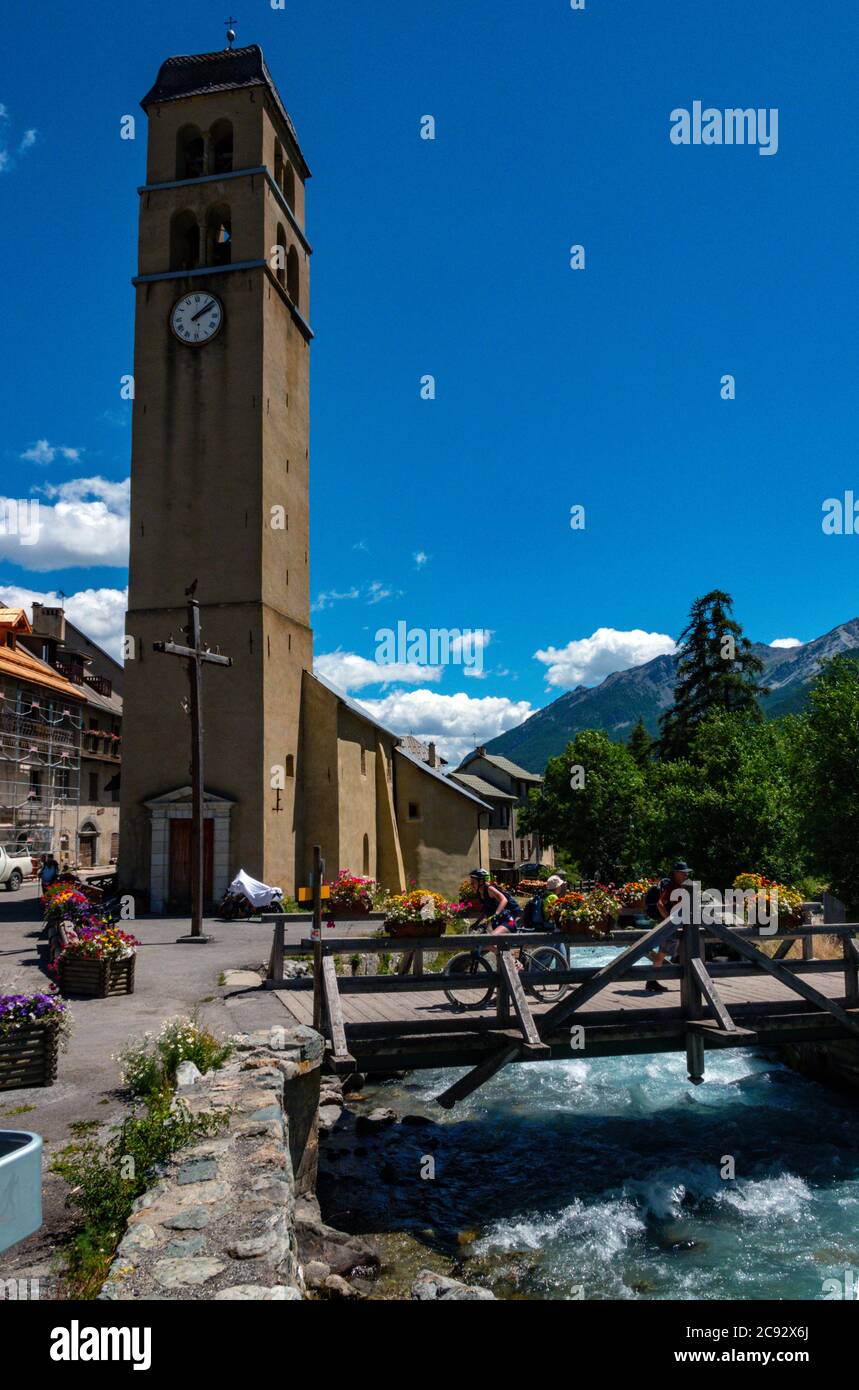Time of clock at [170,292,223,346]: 2:08
